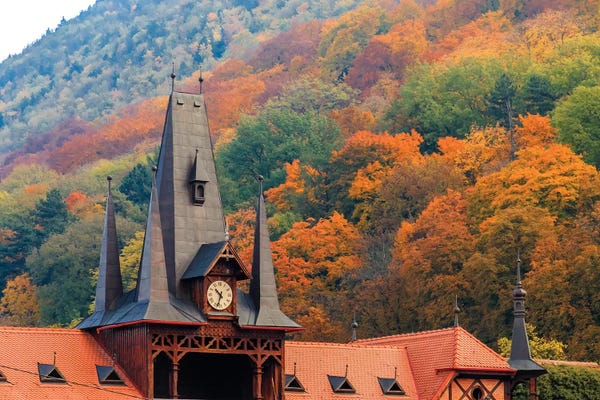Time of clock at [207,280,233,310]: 10:33
